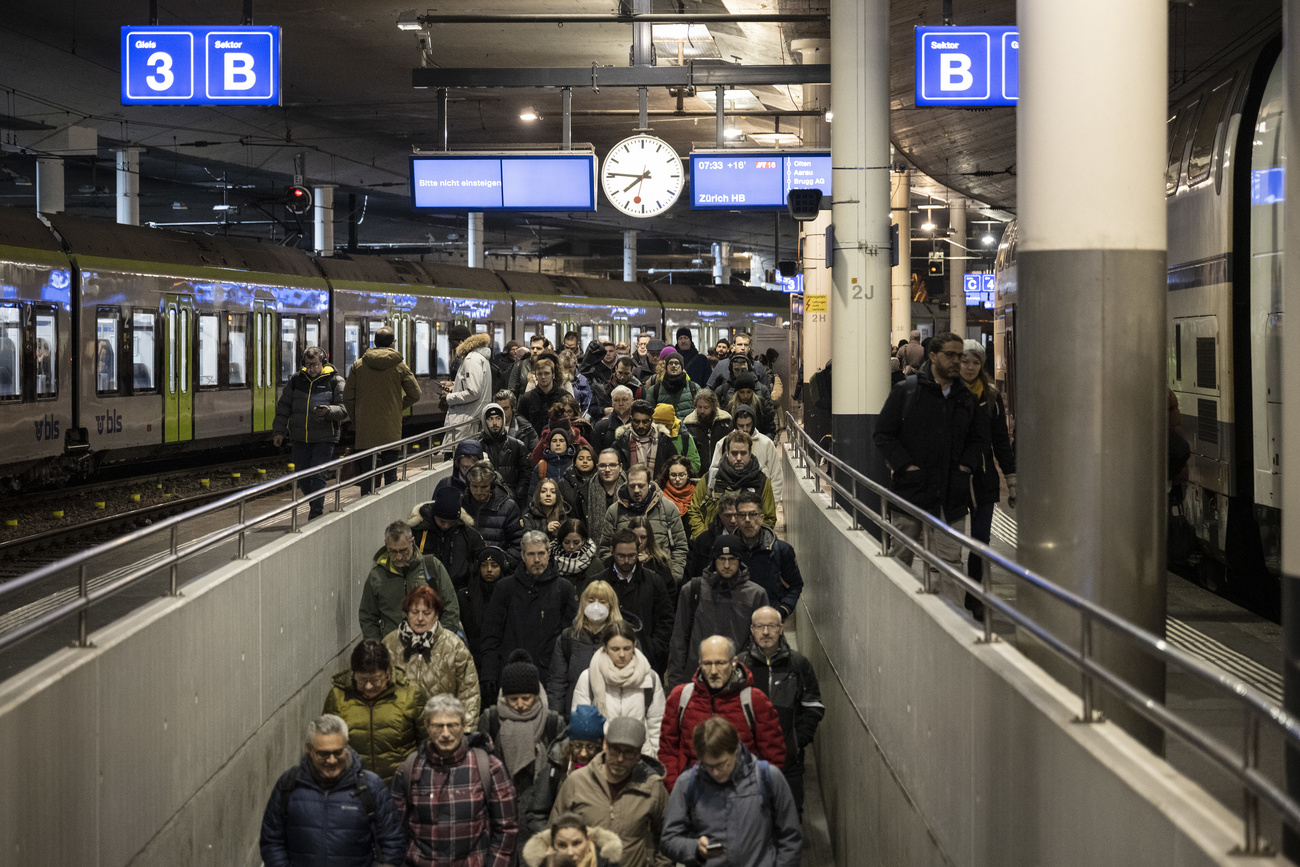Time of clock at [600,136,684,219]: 7:45
